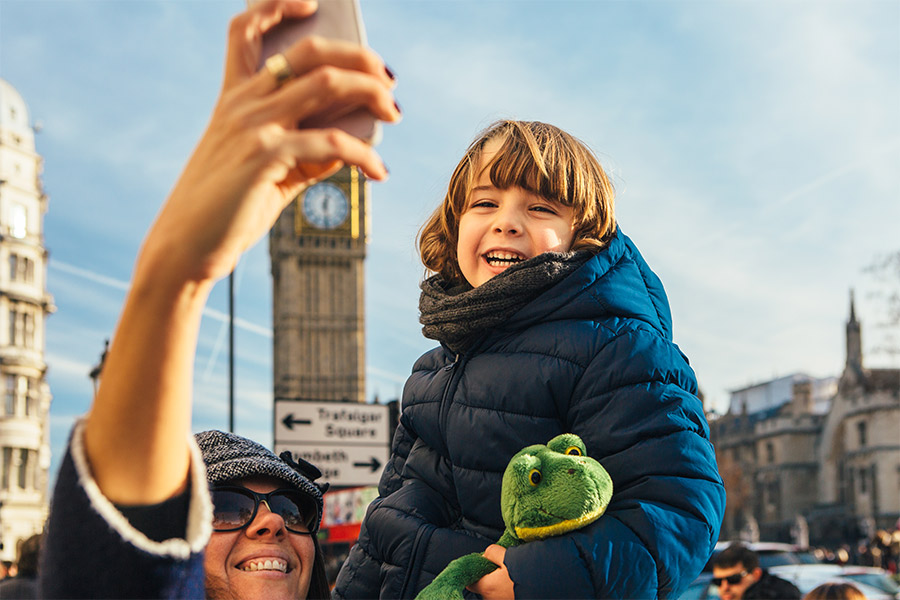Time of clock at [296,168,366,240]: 12:28
